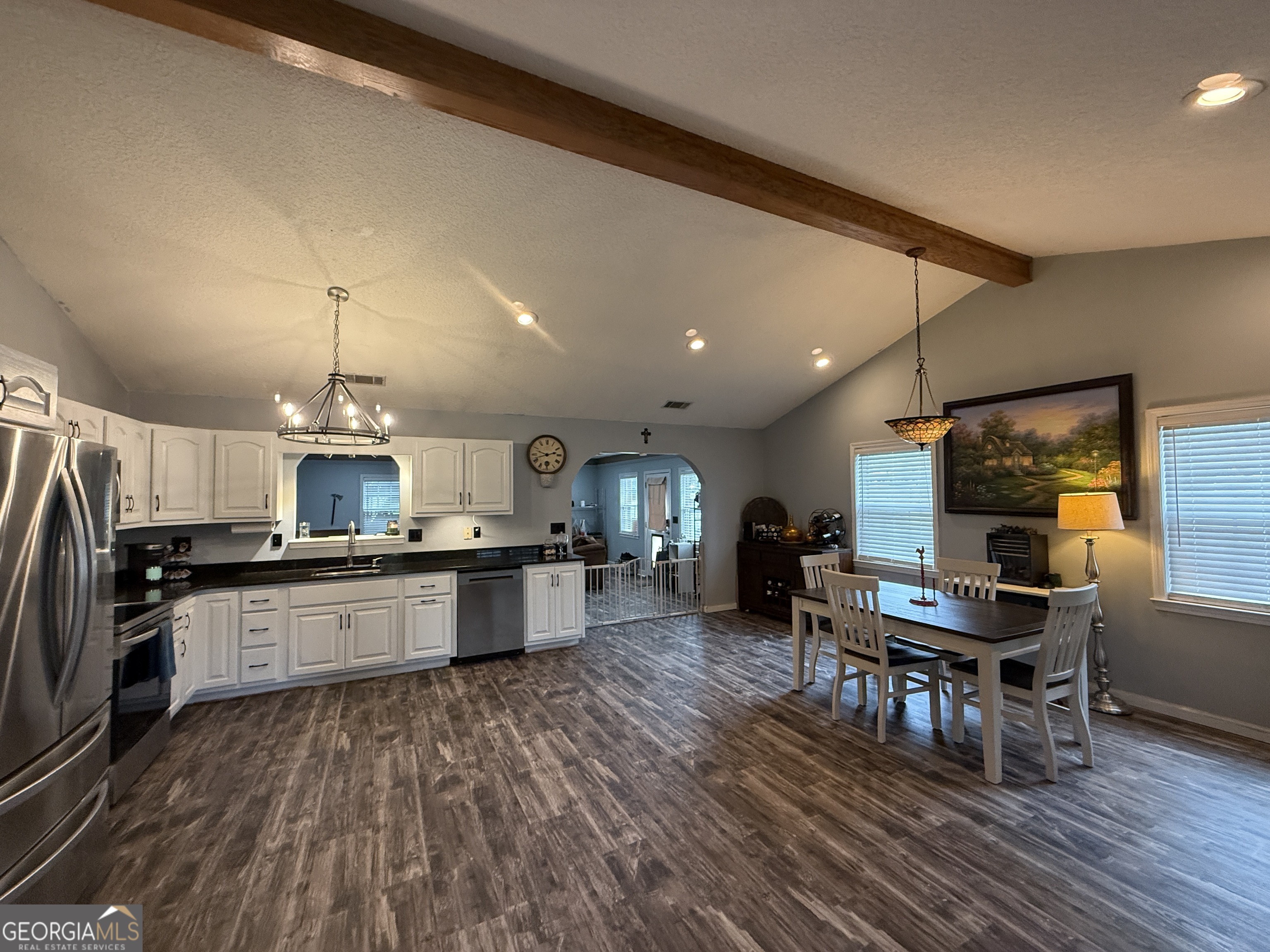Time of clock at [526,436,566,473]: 9:42
